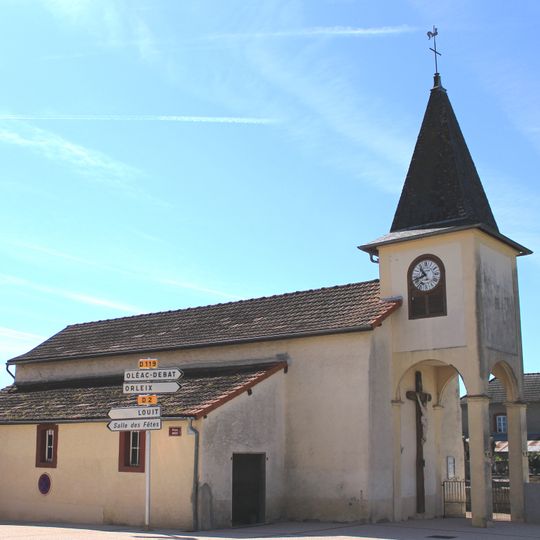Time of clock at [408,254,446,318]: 10:42
